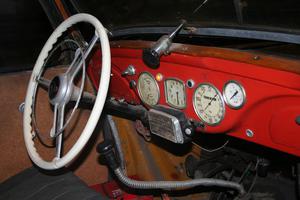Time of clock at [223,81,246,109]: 1:38
